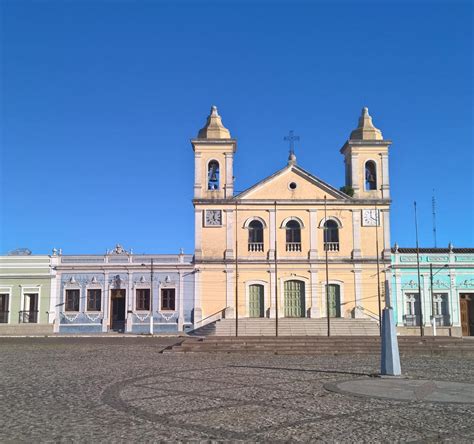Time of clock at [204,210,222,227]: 5:02
